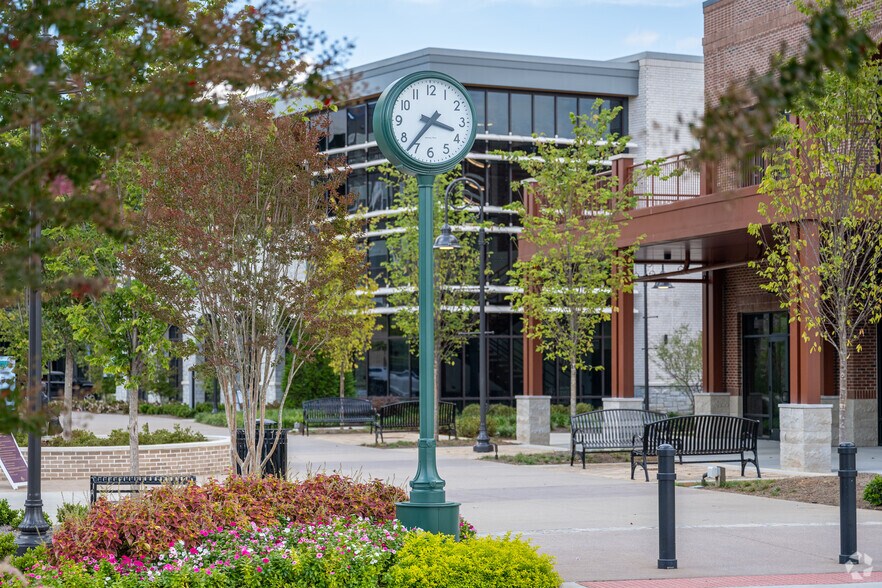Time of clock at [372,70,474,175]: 3:36
